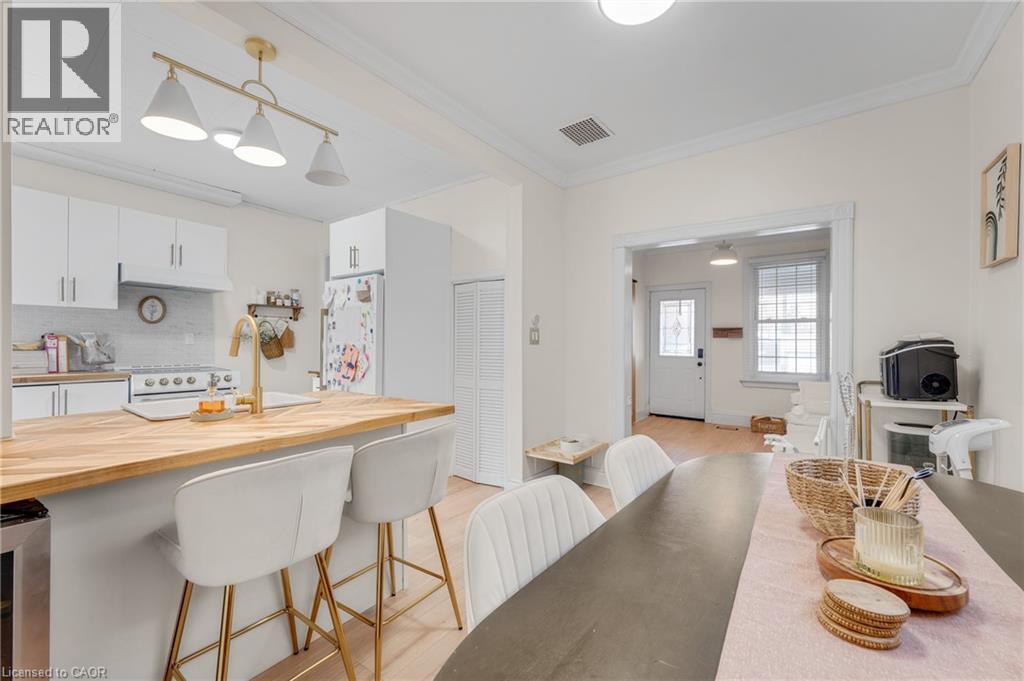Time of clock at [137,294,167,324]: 11:32
